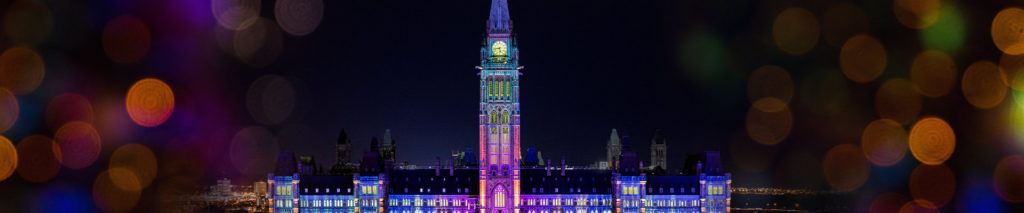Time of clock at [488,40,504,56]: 5:43
